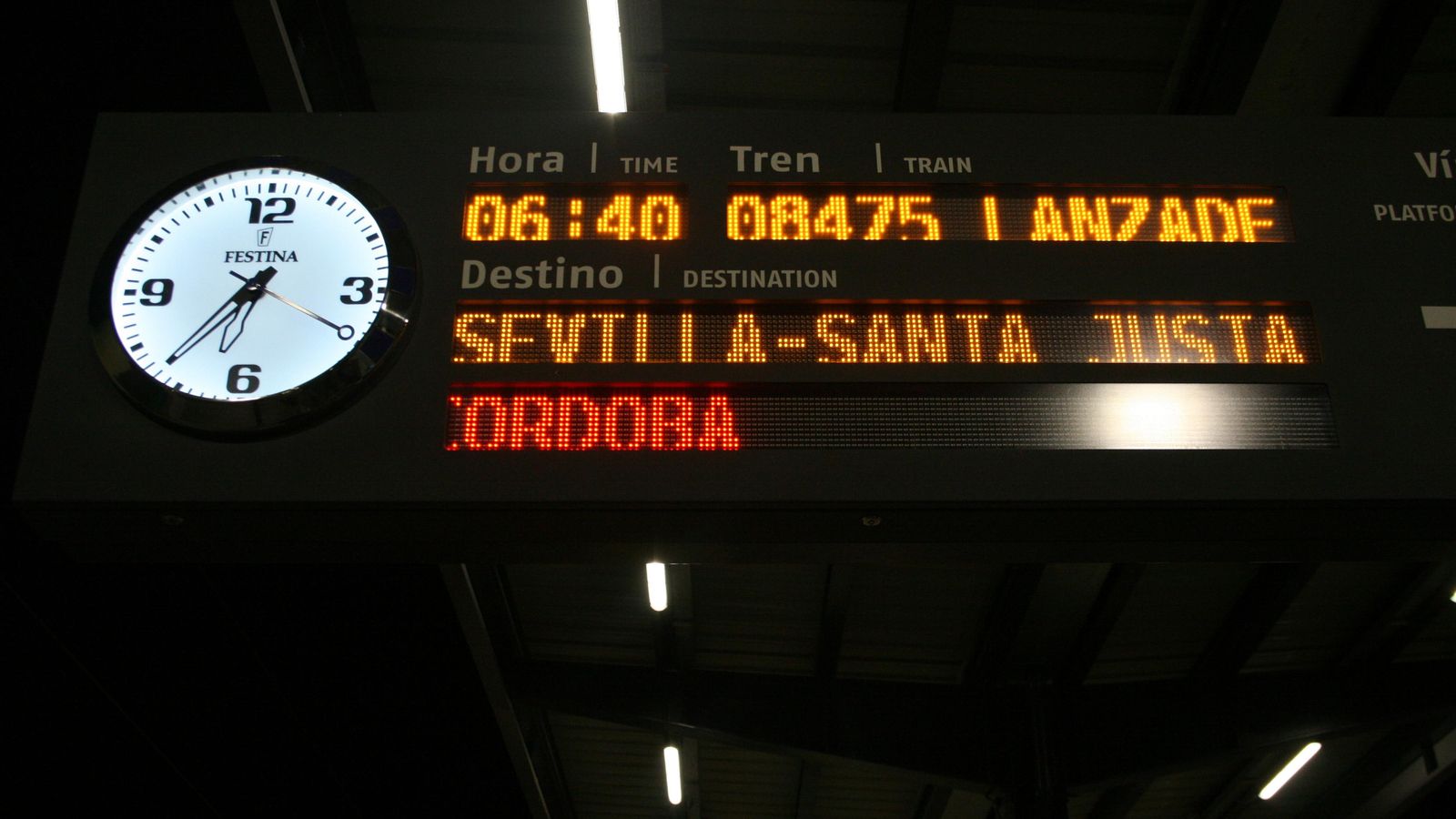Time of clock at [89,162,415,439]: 6:36
